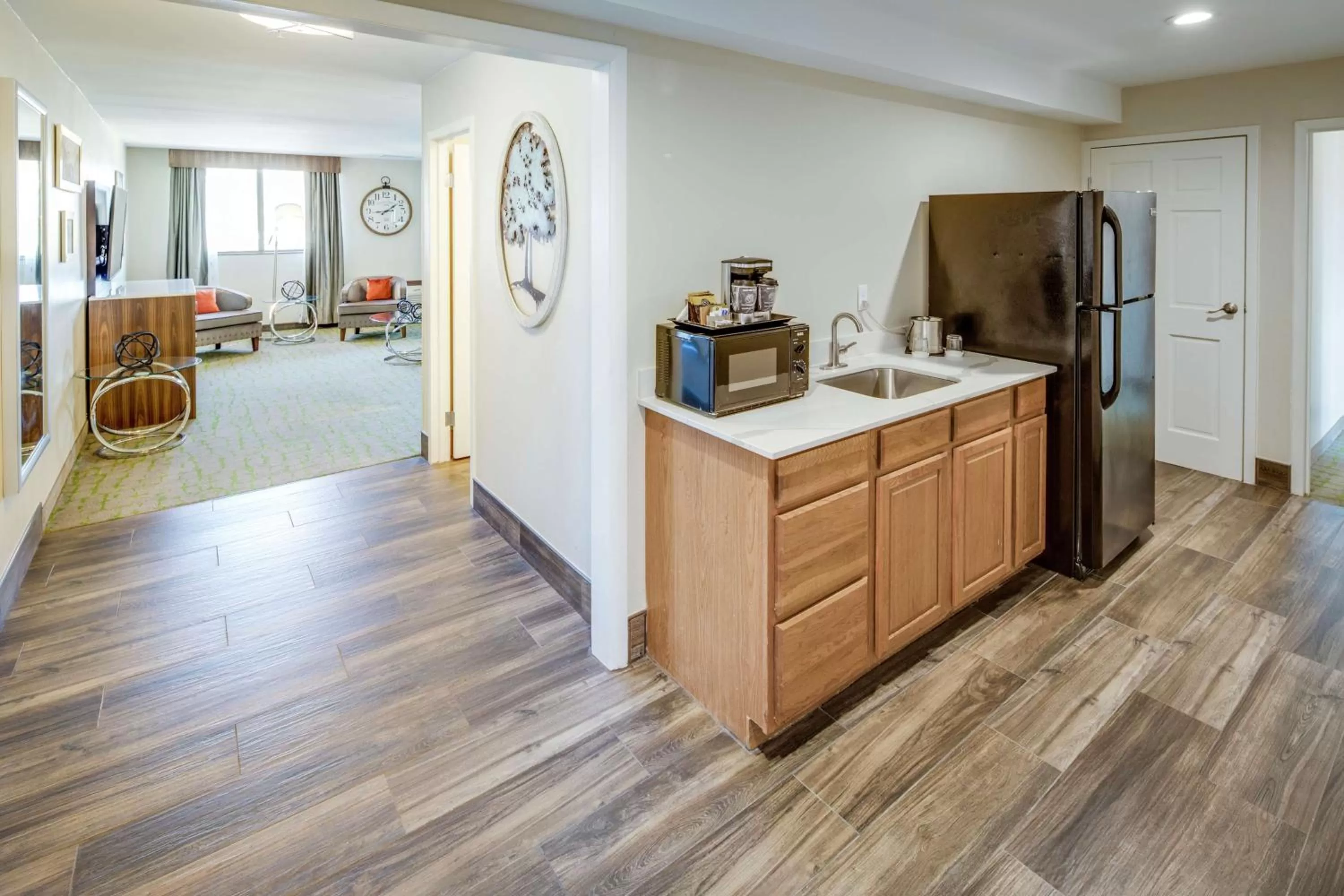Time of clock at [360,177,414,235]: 1:43
